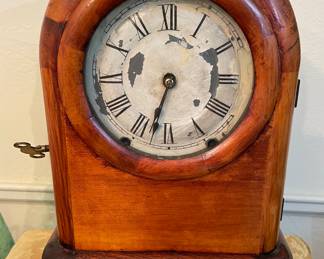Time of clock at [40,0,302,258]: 6:32
